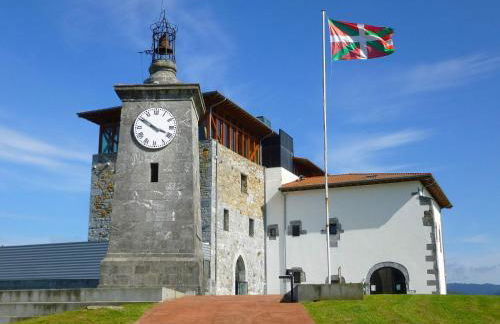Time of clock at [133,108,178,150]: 3:50
